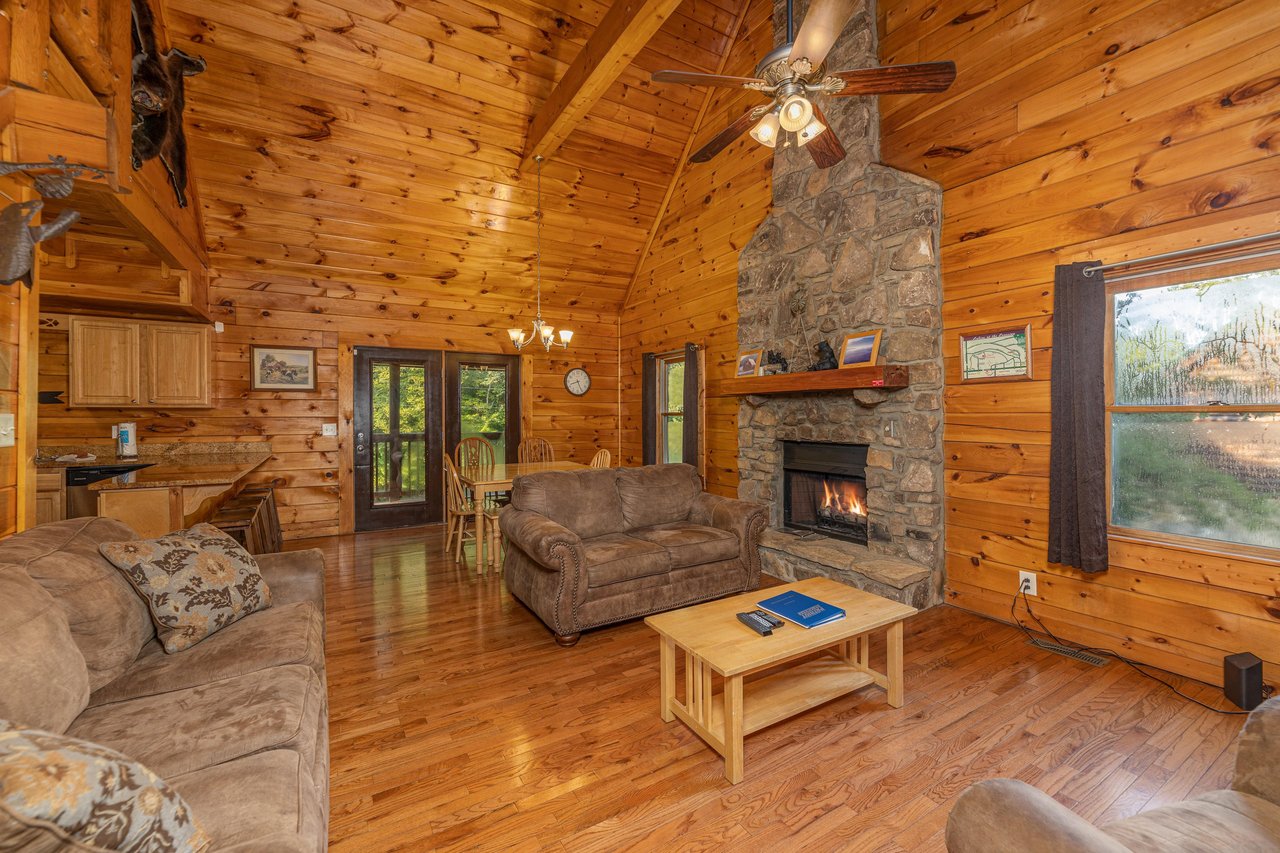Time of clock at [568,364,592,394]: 8:26
